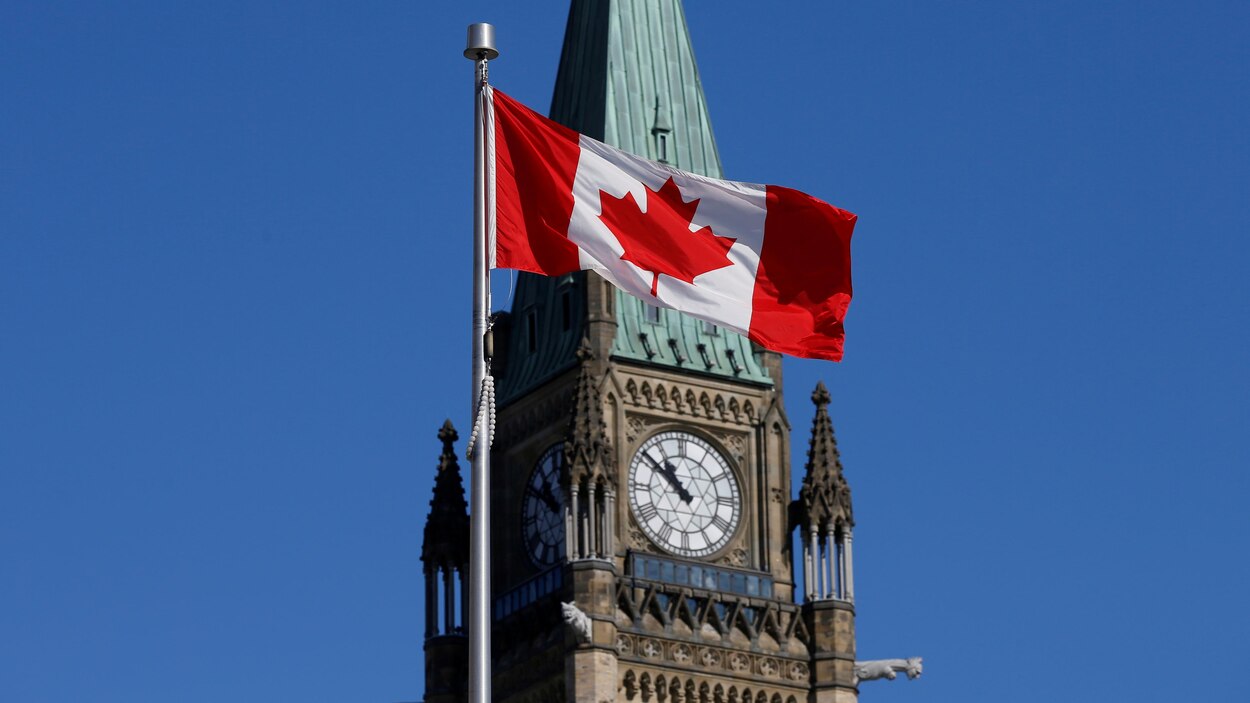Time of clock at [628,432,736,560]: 10:51
